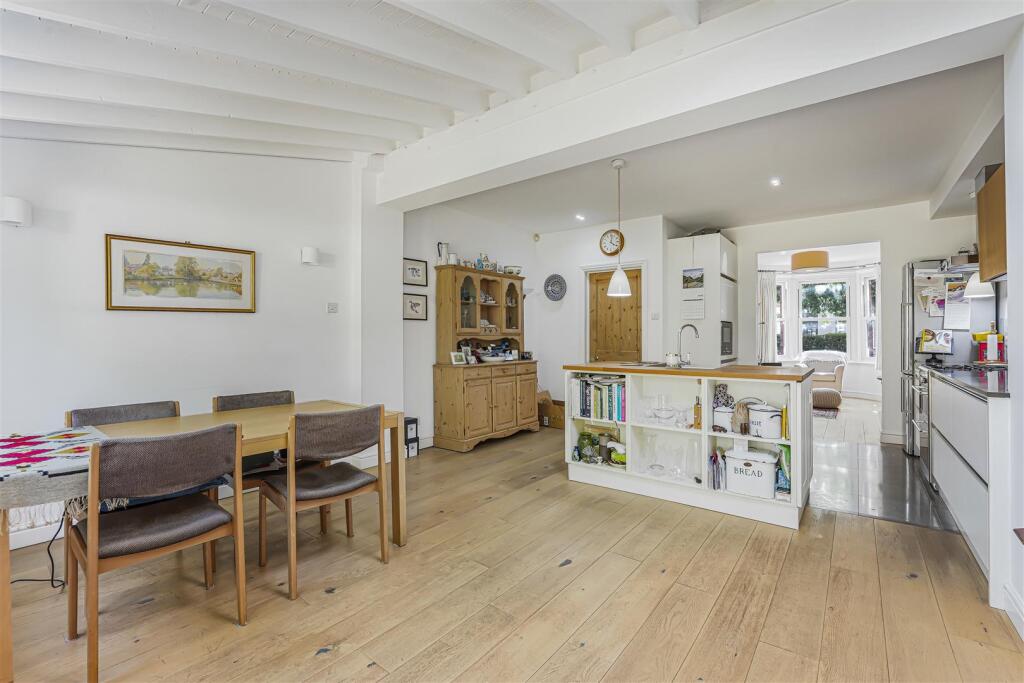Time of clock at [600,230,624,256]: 4:01
